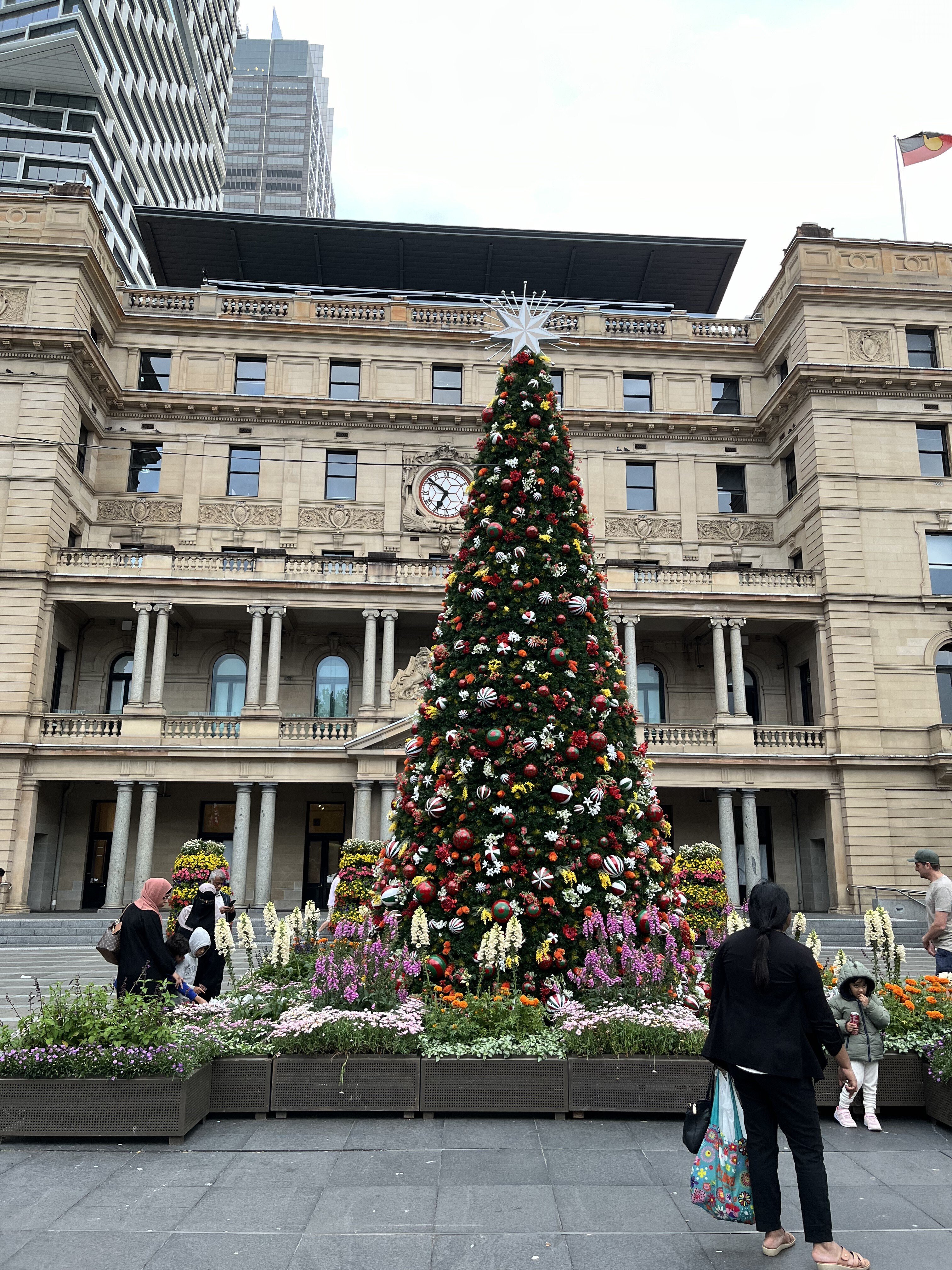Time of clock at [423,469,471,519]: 6:51
